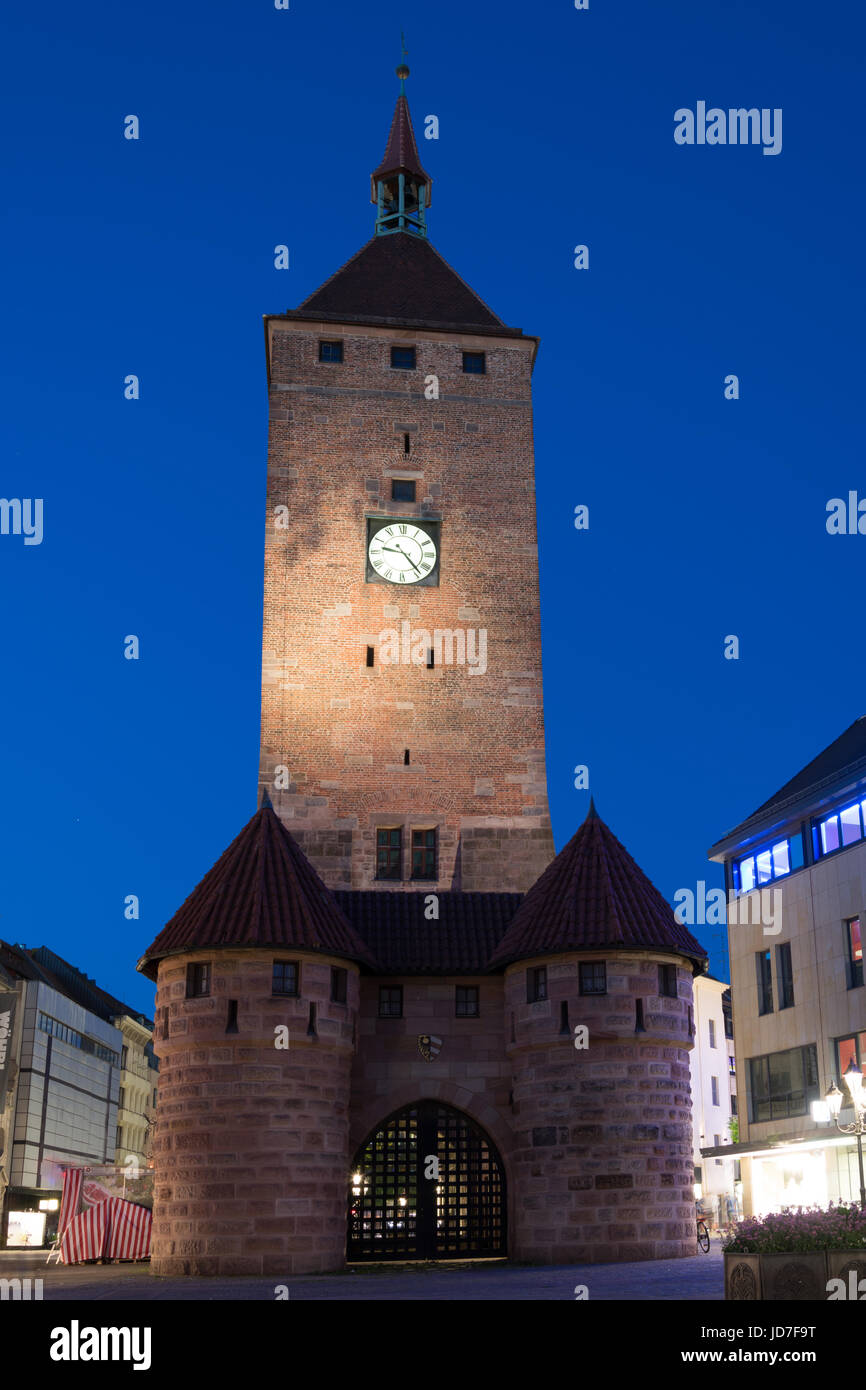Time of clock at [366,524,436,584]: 9:23
